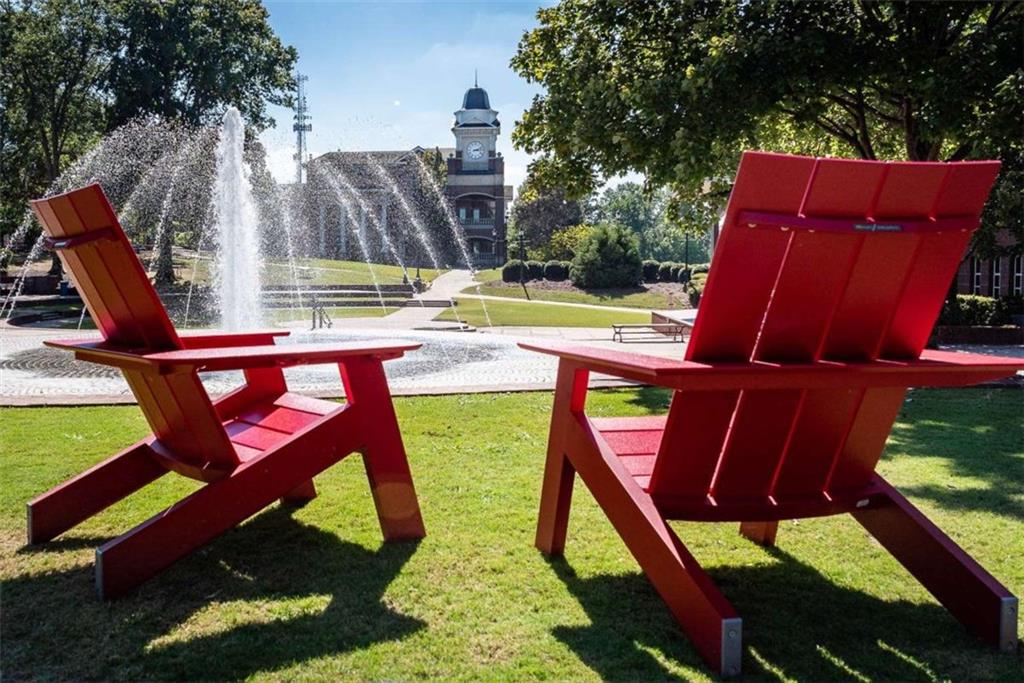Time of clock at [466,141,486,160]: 3:12
